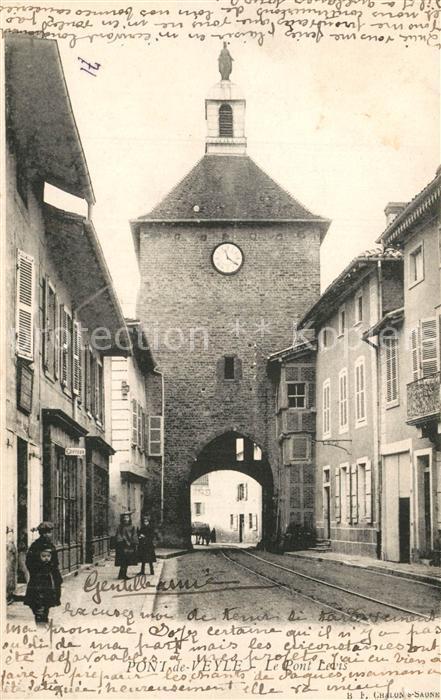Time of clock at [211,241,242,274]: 11:20
